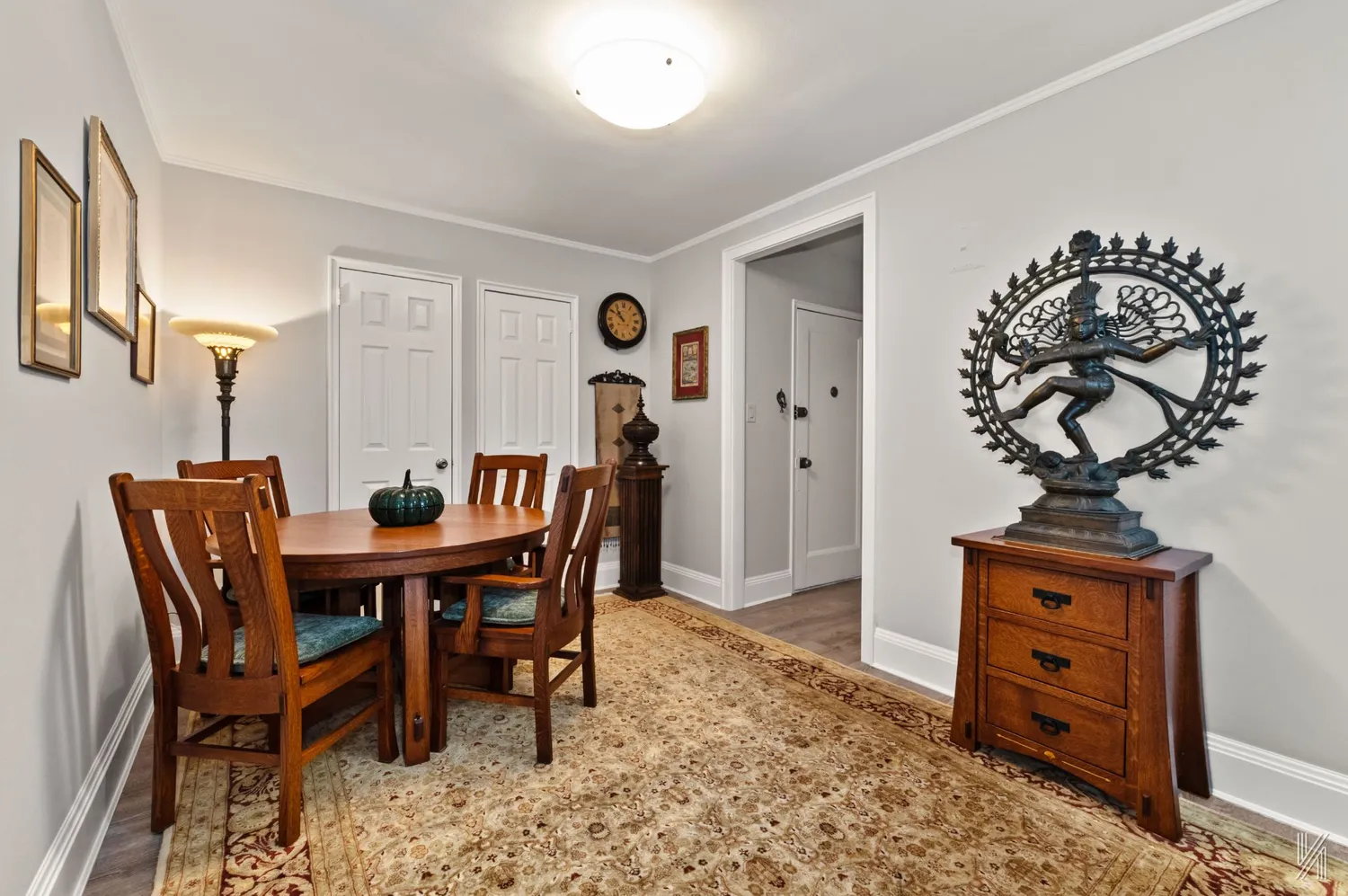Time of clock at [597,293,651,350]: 10:50
